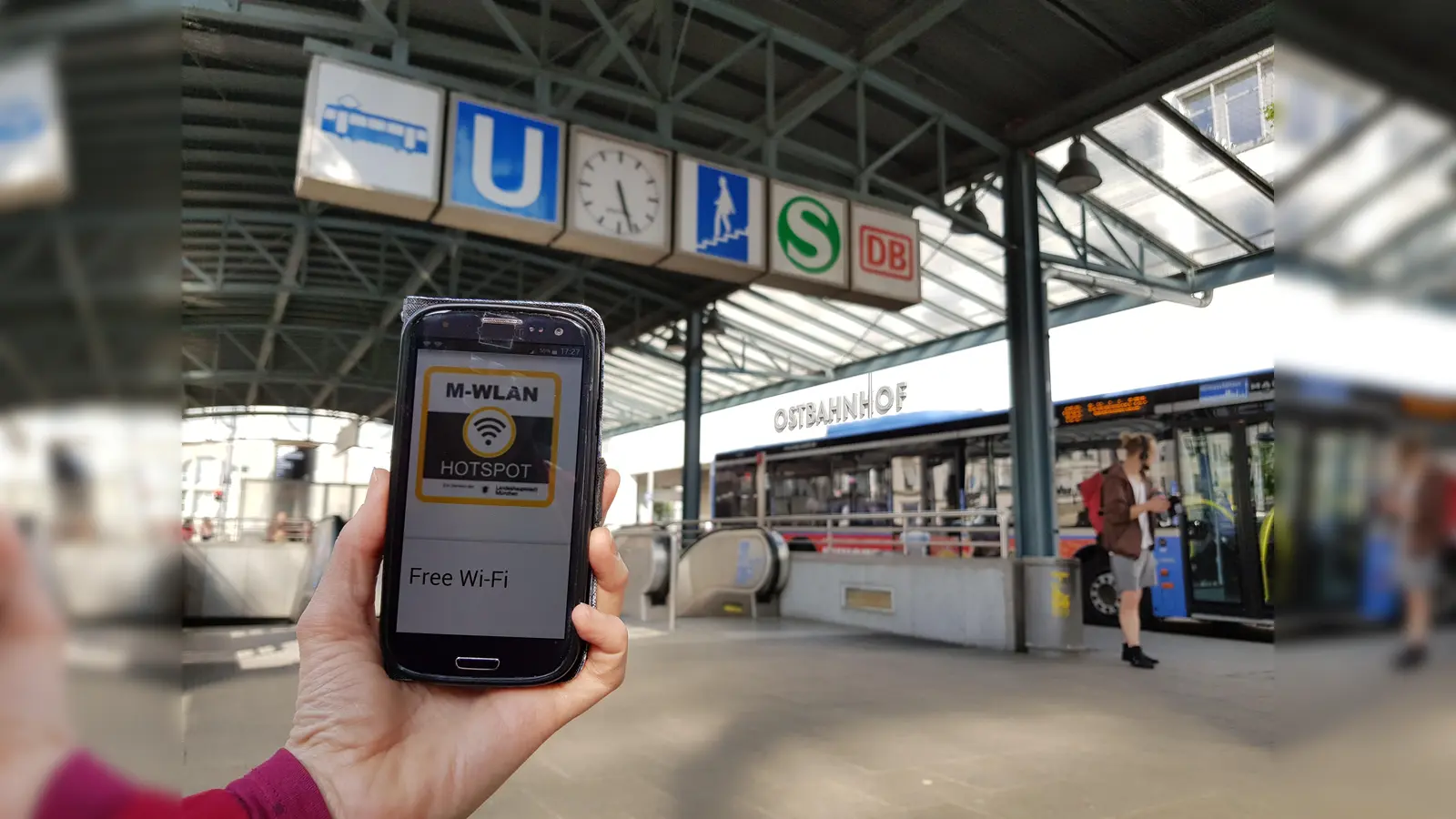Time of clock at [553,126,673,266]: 5:26
